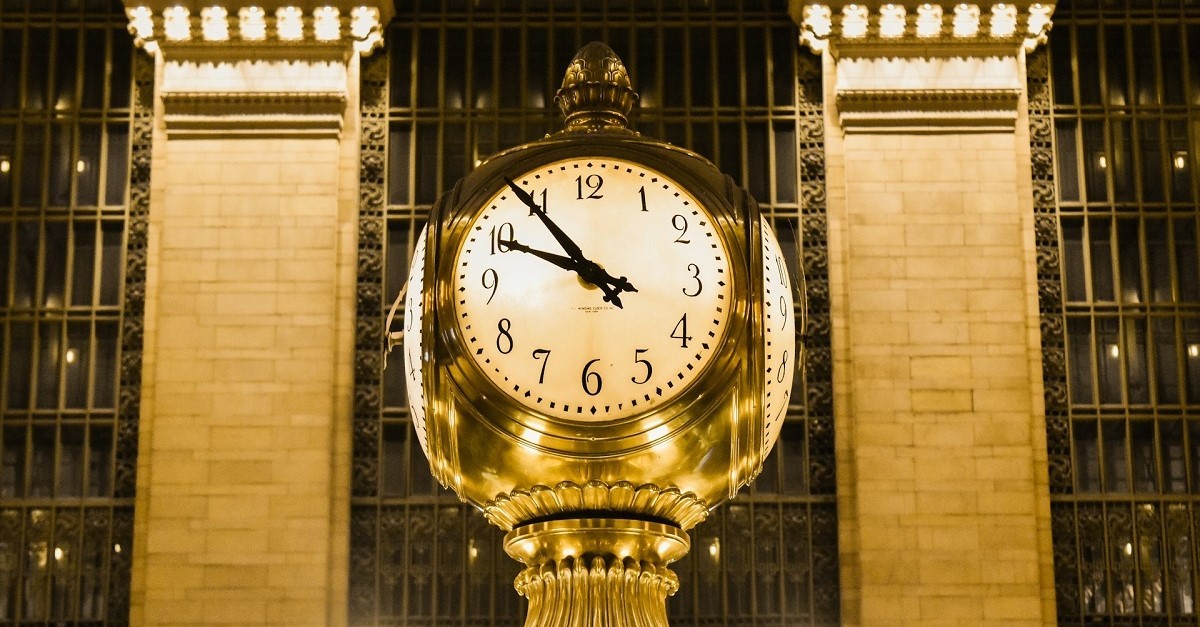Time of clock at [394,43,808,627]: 9:53
